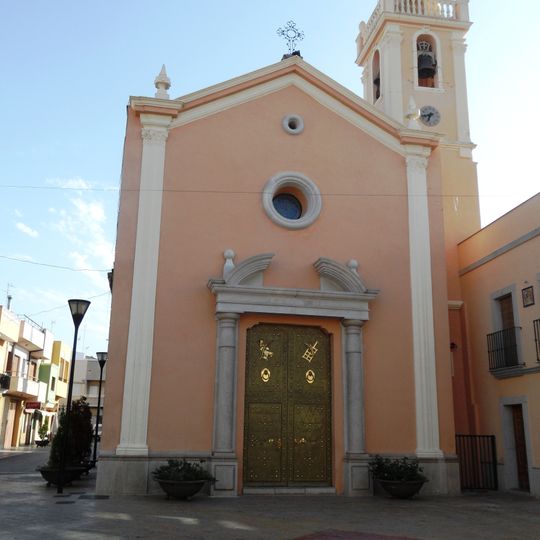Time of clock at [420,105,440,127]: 6:42
